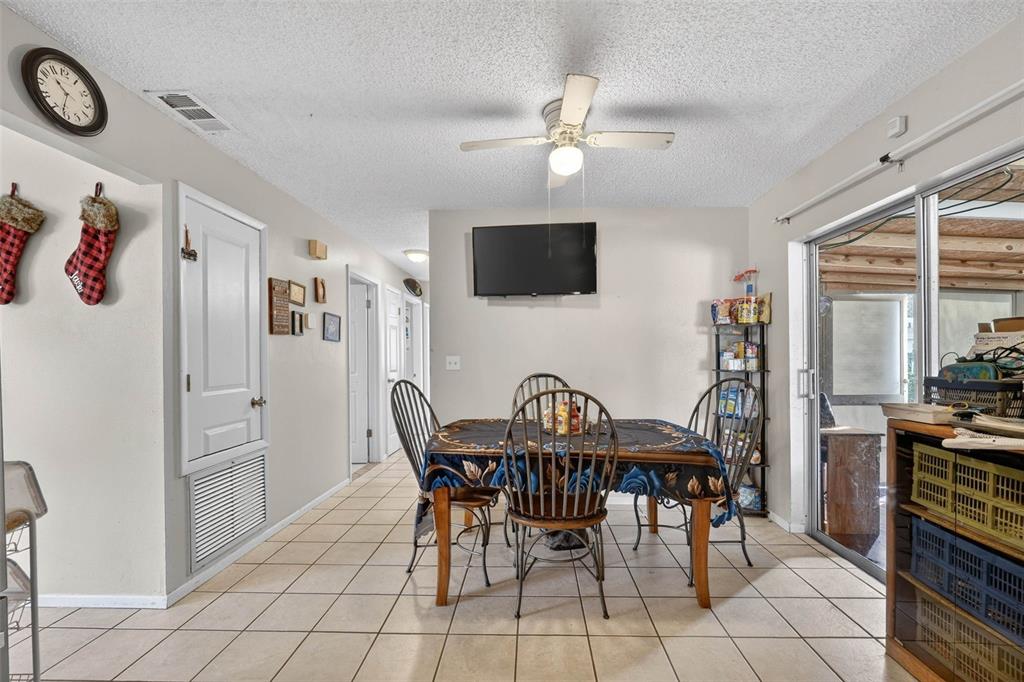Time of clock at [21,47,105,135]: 10:32
